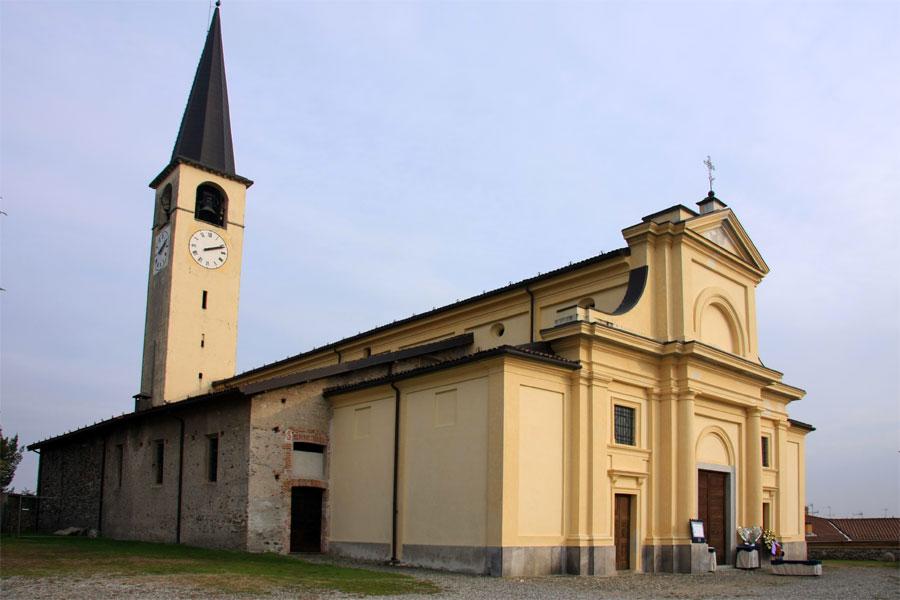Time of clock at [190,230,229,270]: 2:11
